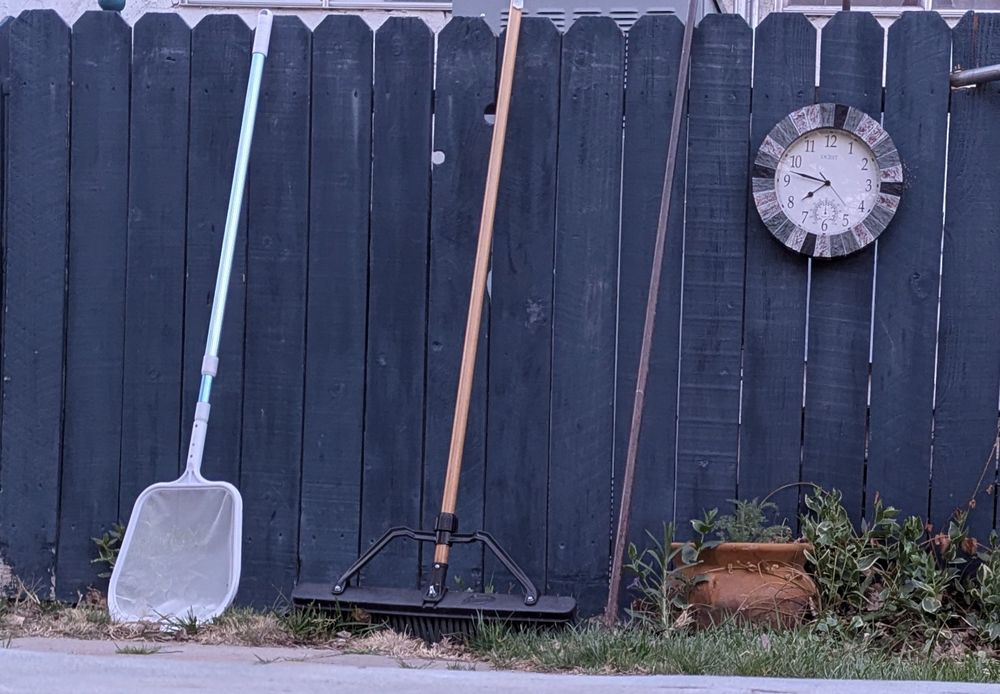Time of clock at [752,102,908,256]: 7:47
